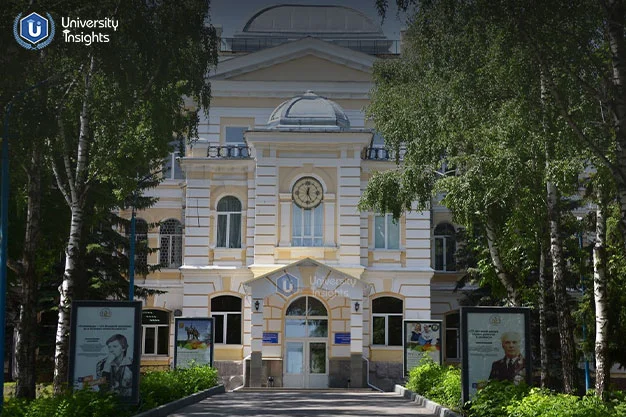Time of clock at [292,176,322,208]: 12:26
